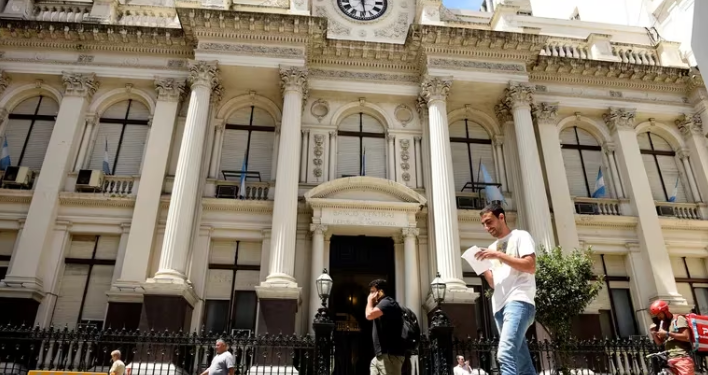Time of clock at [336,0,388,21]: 12:28
